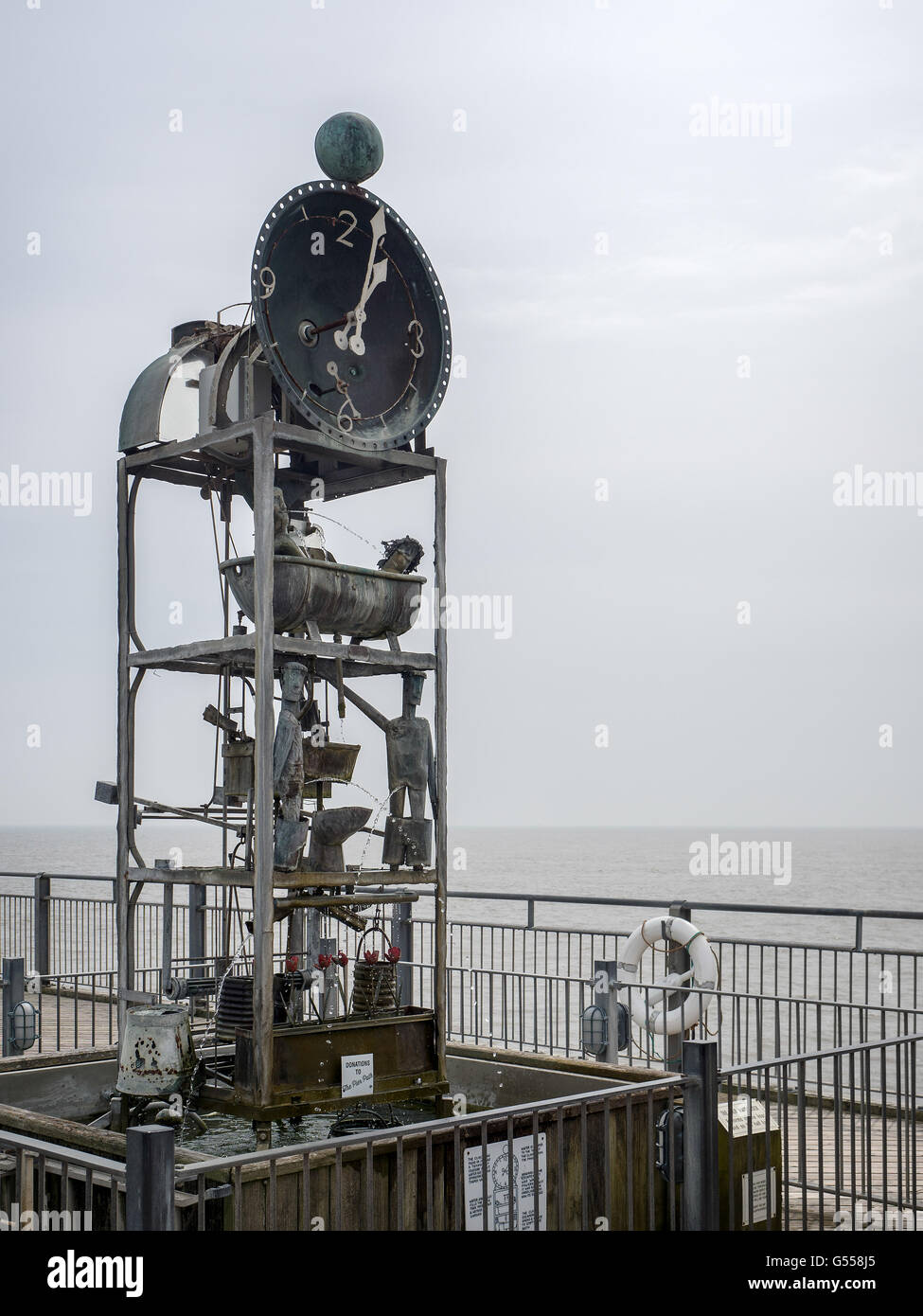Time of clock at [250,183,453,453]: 1:03
